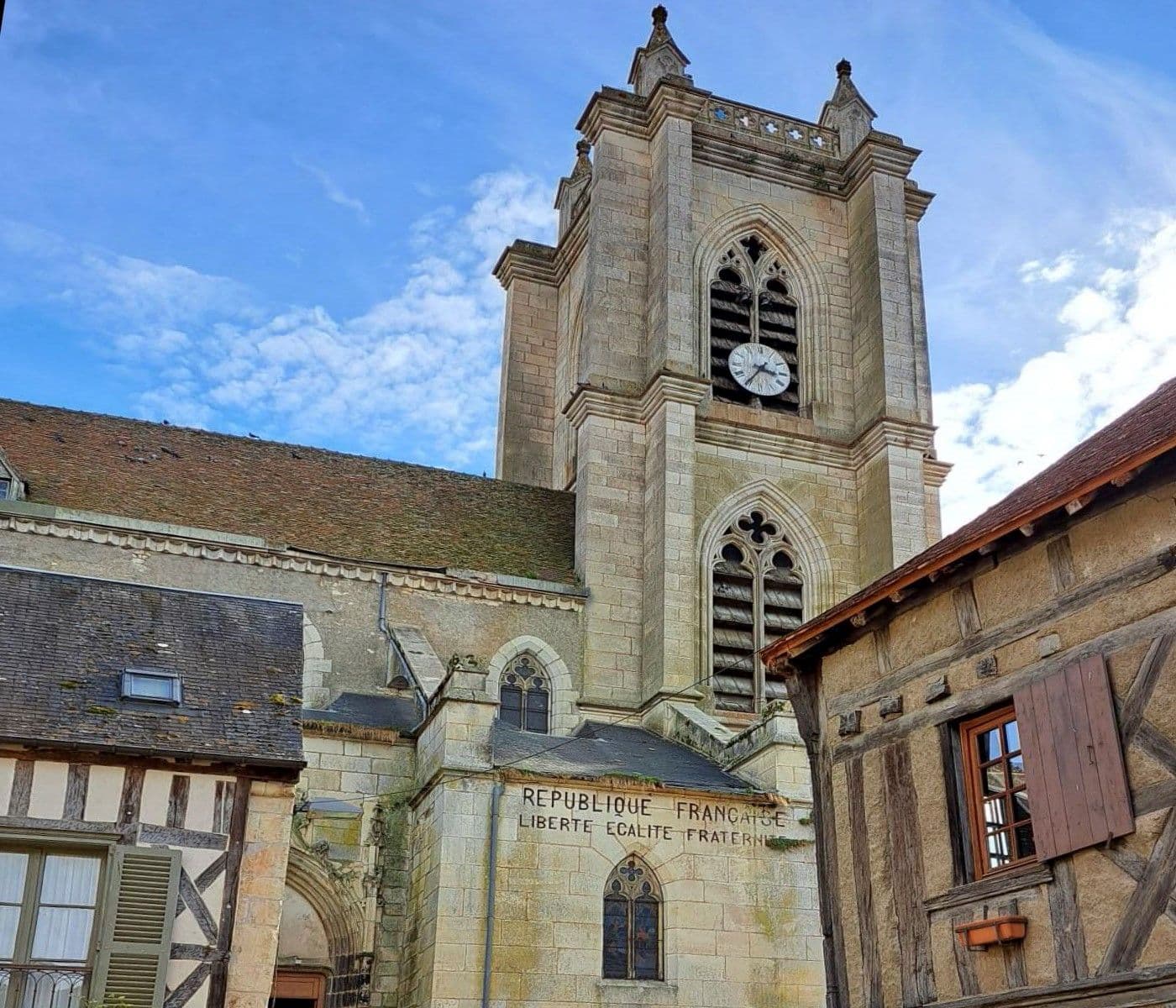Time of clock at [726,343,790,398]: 3:35
